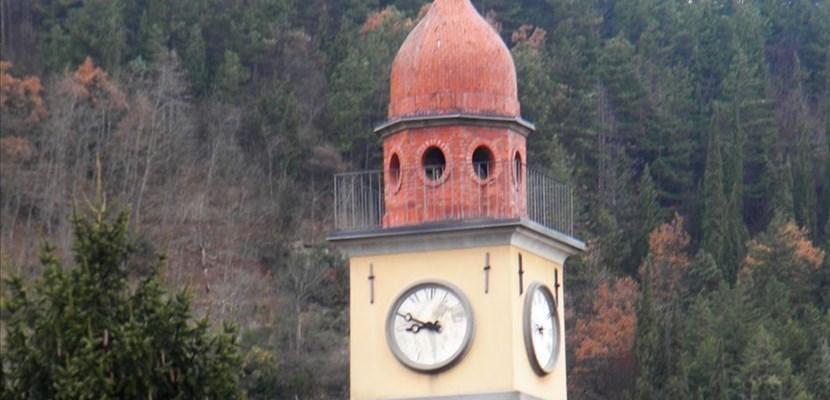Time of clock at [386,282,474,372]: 8:49
